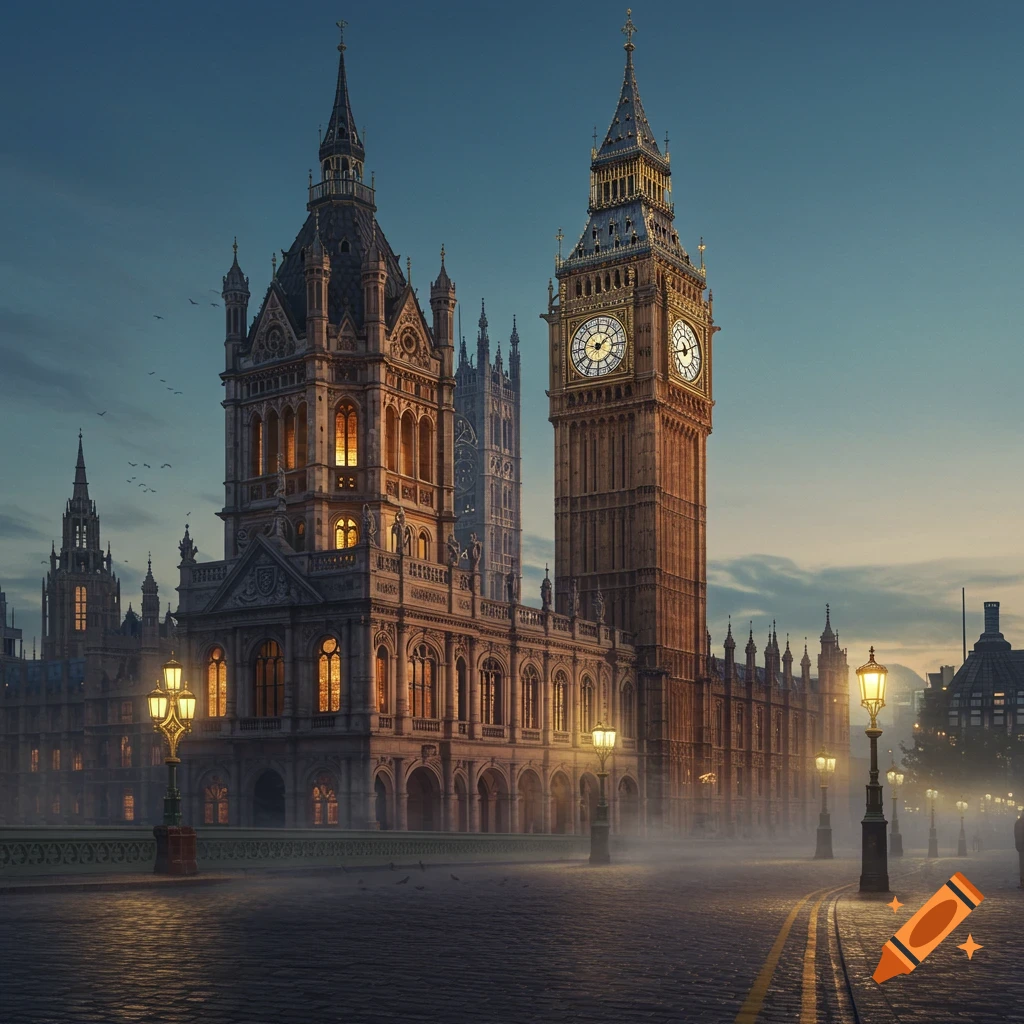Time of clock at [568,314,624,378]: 1:46
